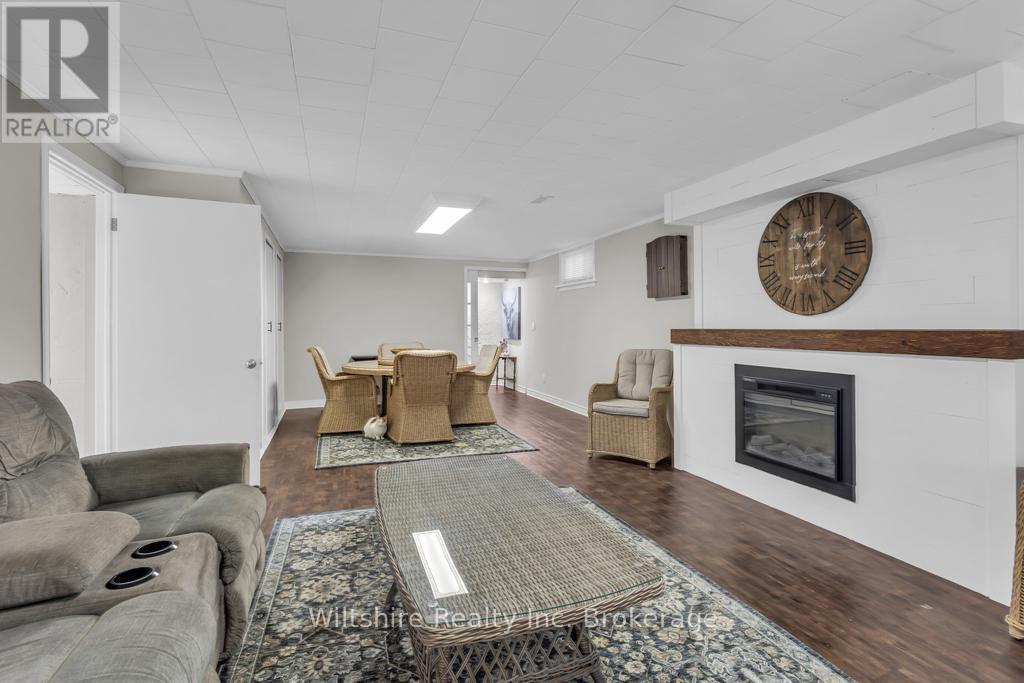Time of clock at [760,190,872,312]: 12:26
